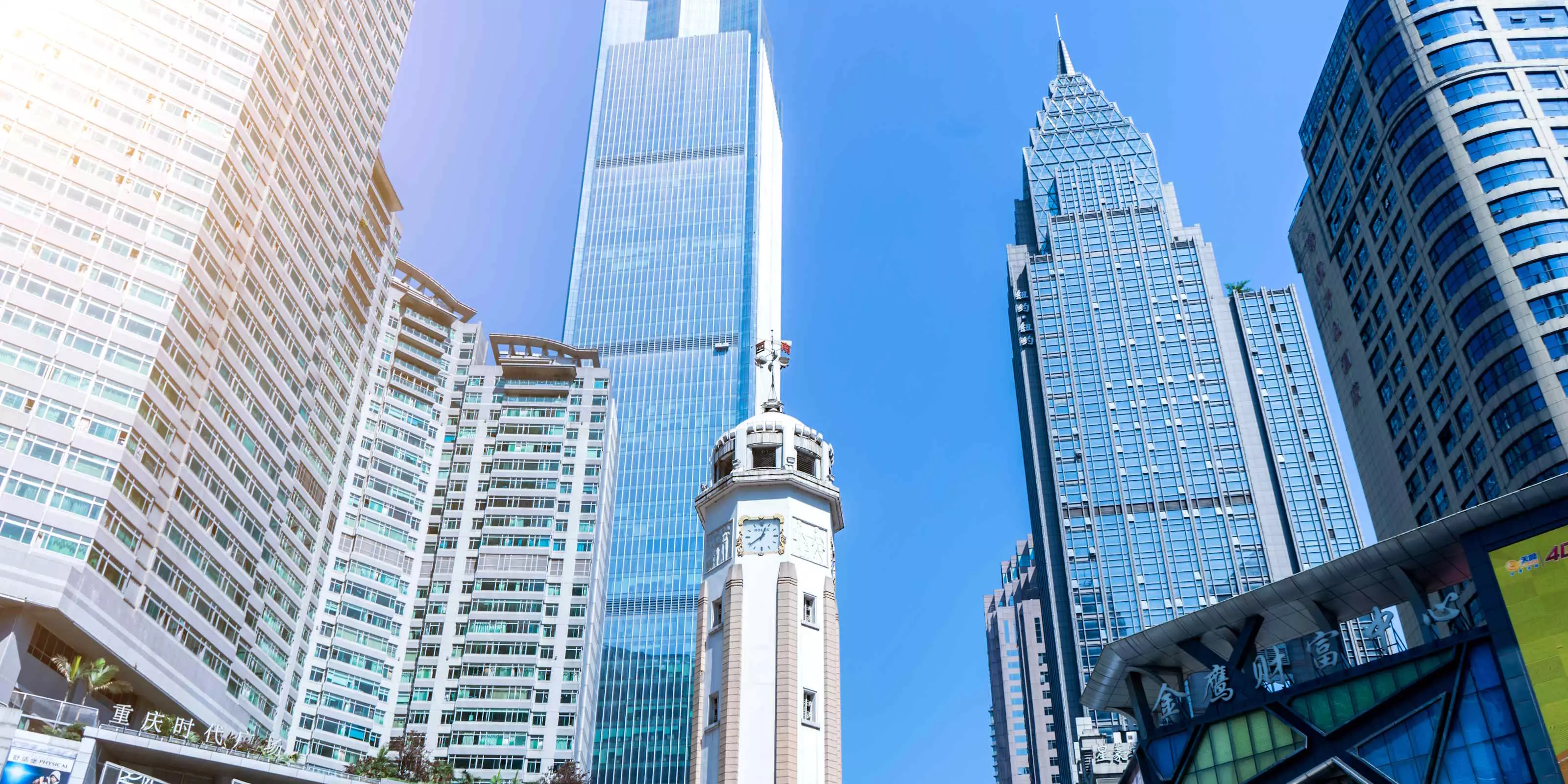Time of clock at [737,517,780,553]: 12:38
